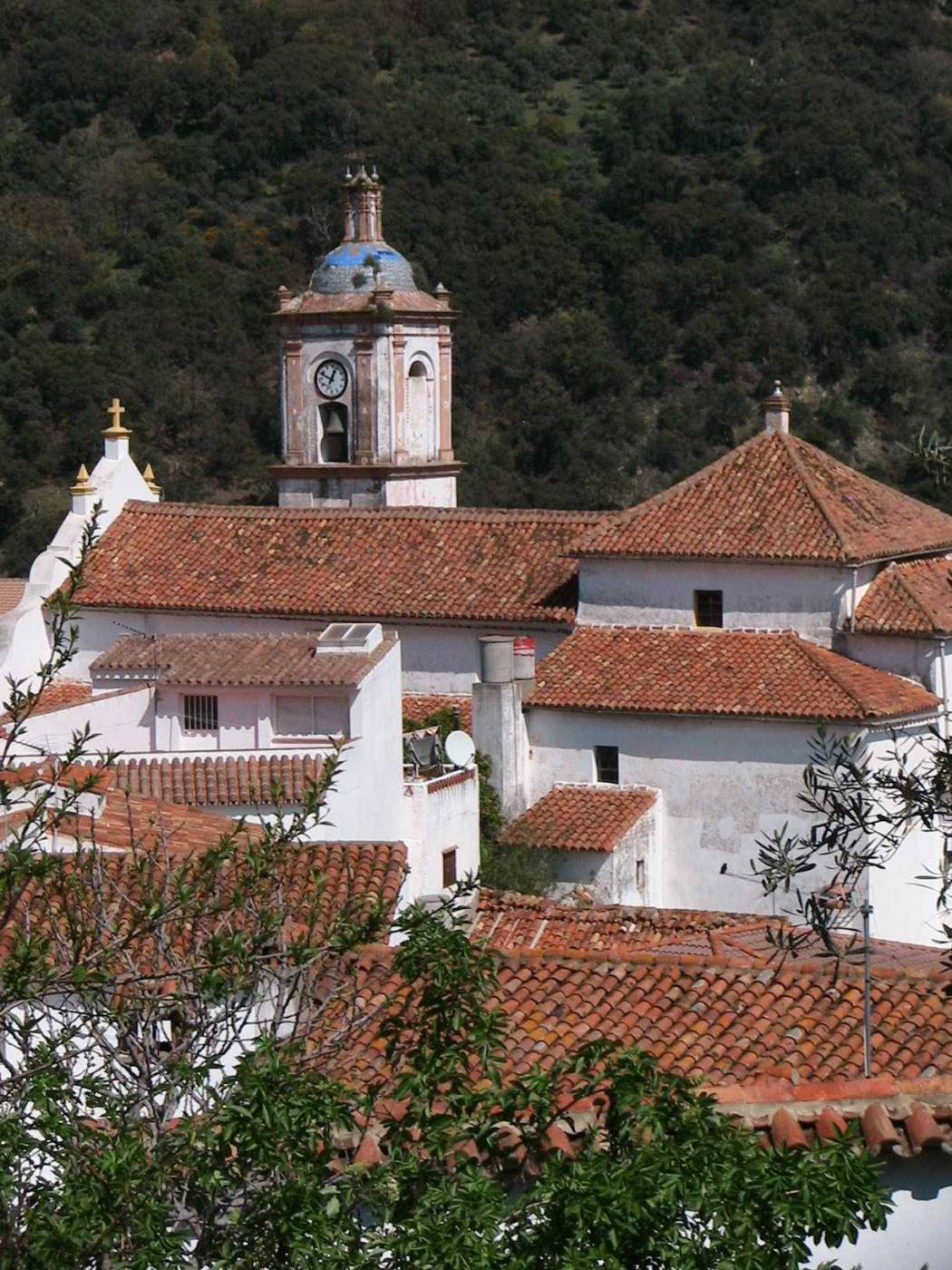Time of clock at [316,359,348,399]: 12:48
